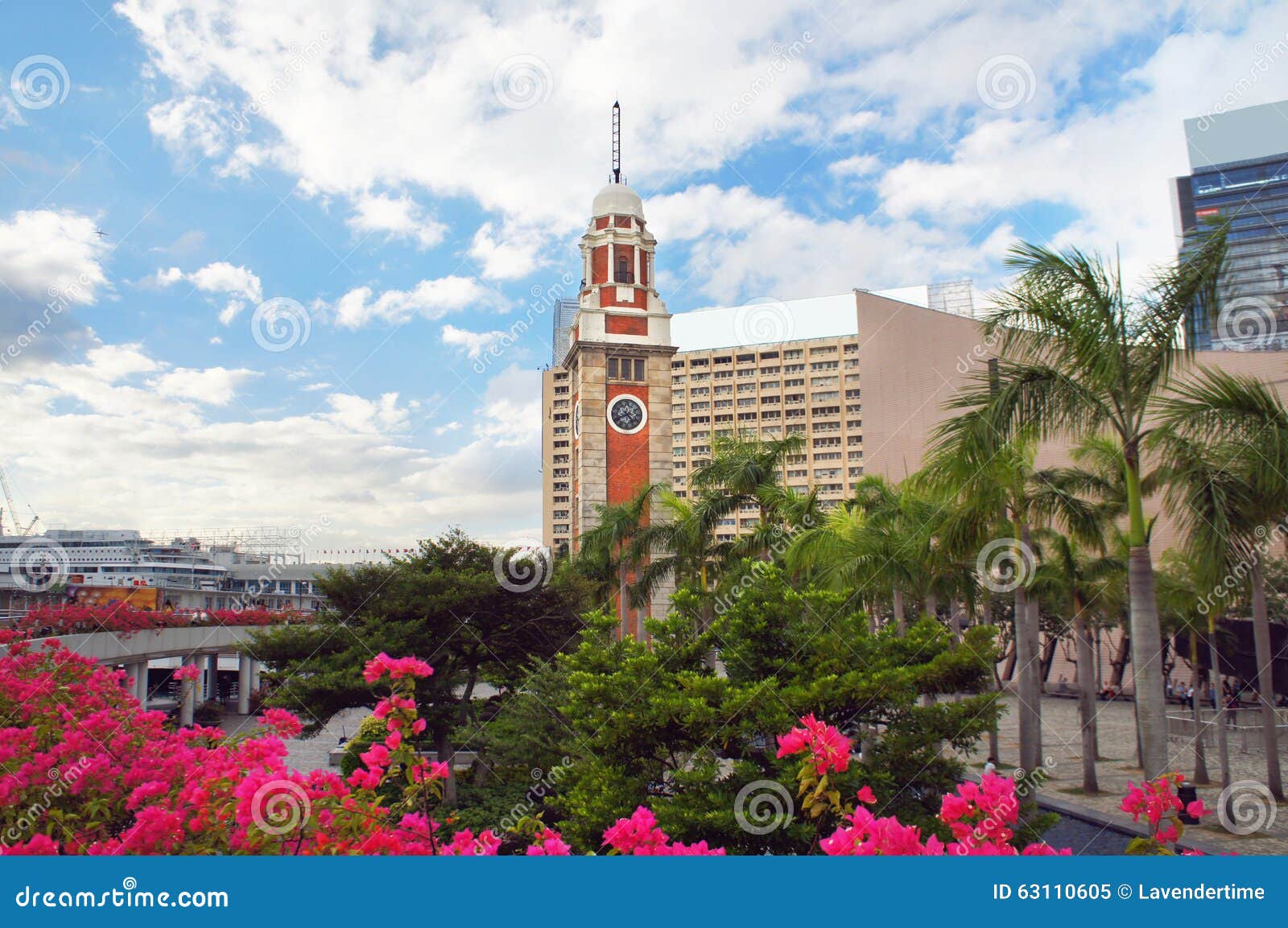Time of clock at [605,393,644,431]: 4:40
